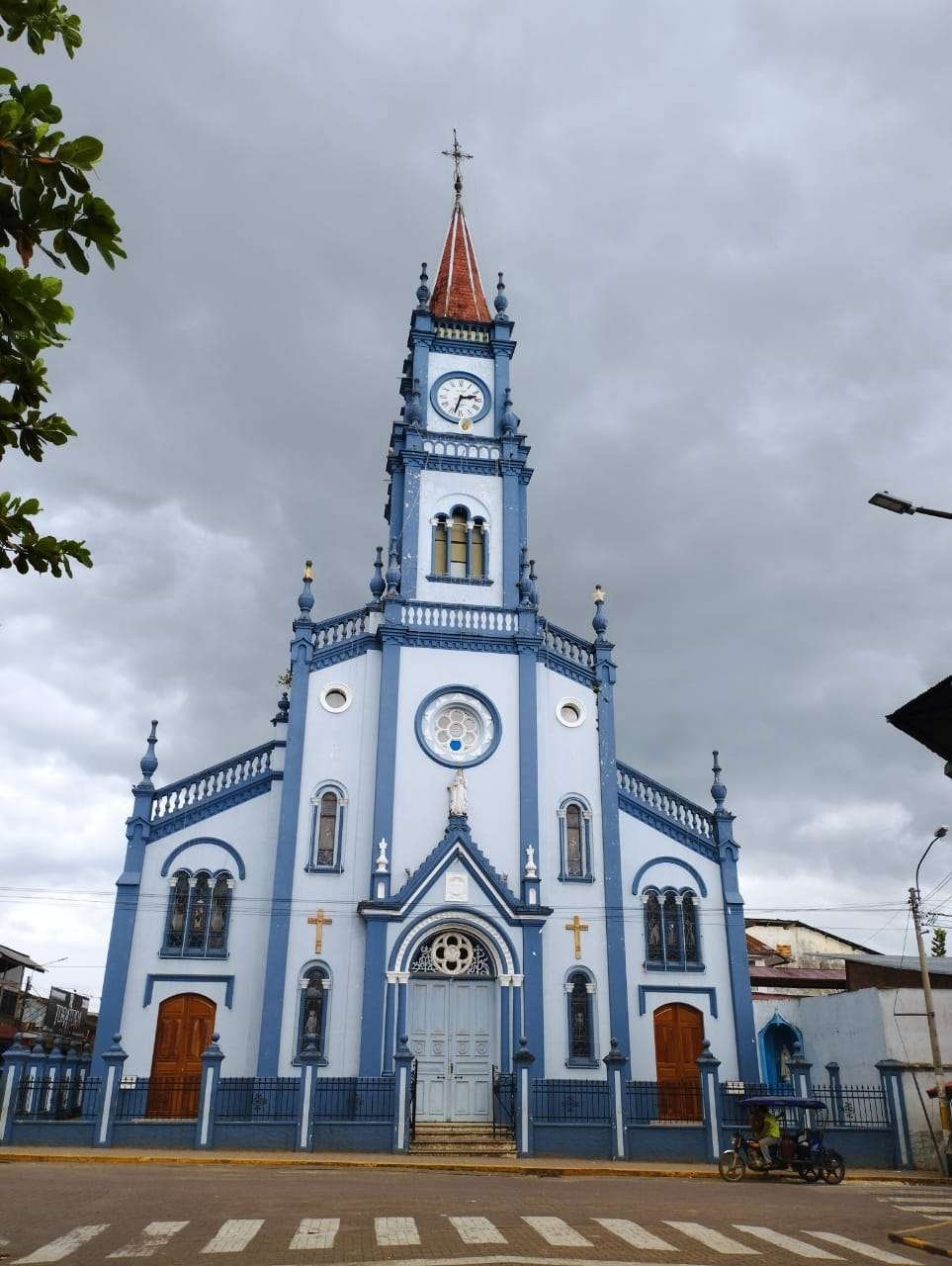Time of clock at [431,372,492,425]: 2:33
